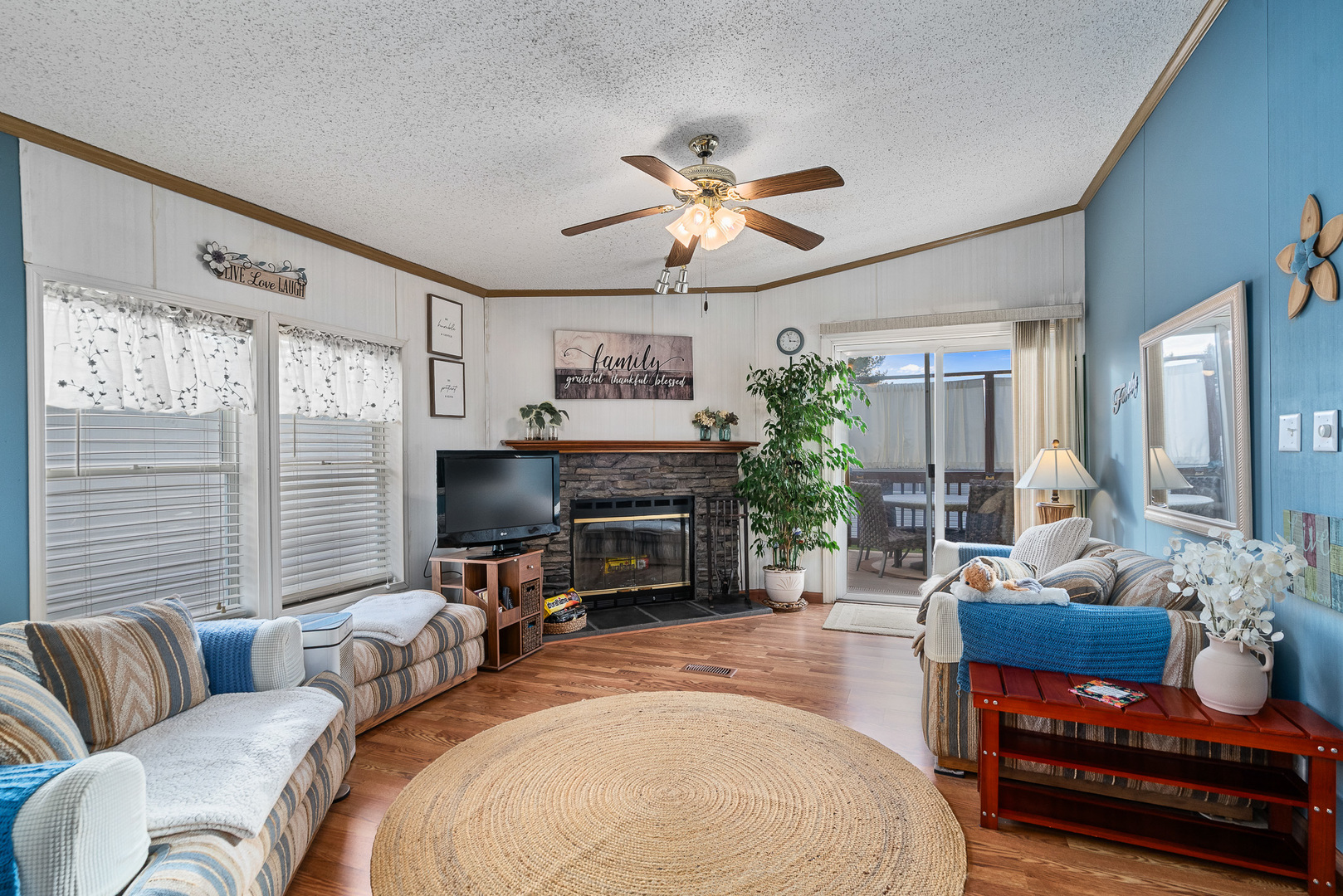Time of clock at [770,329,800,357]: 2:56
